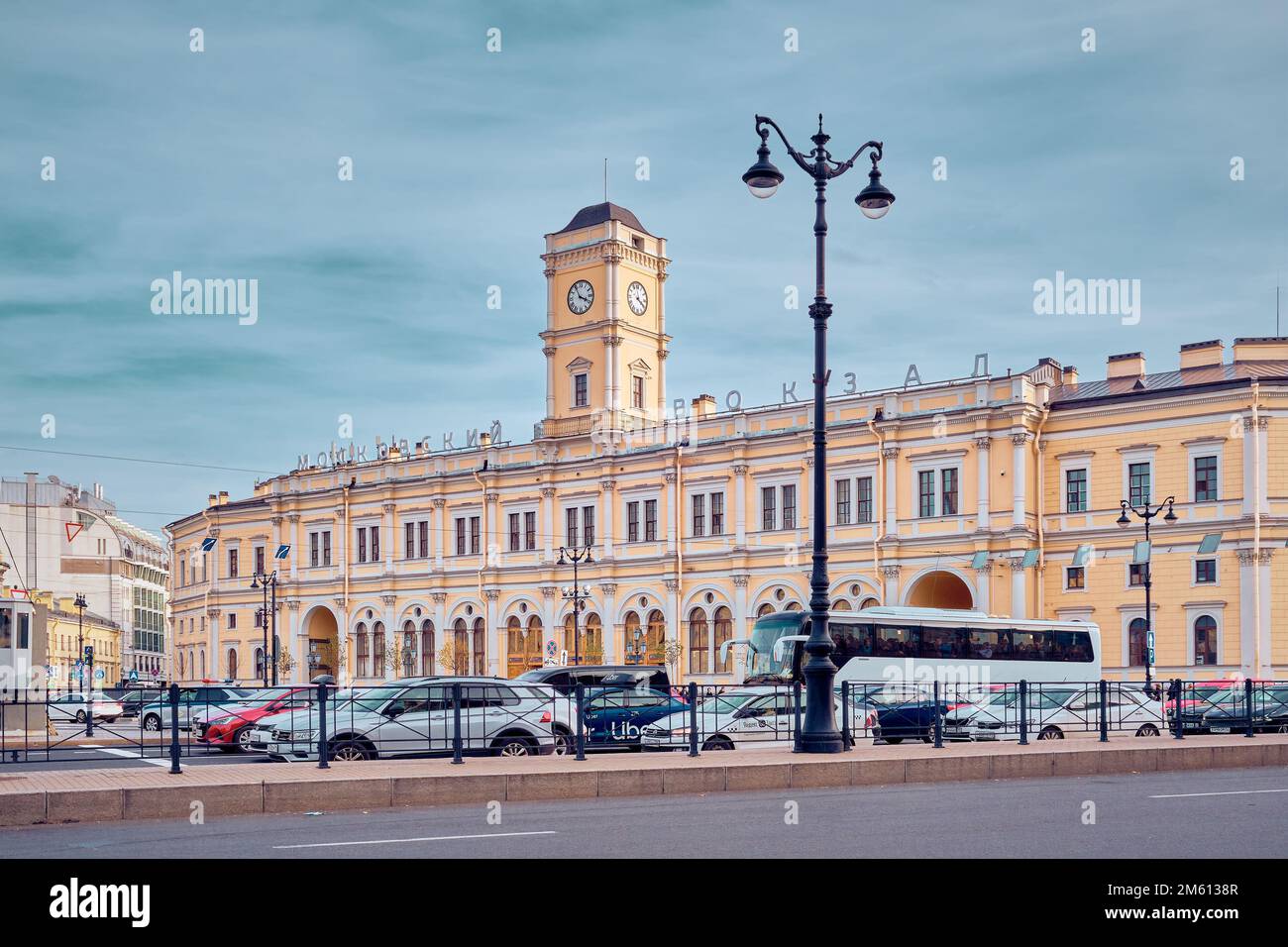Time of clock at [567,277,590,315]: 3:55
